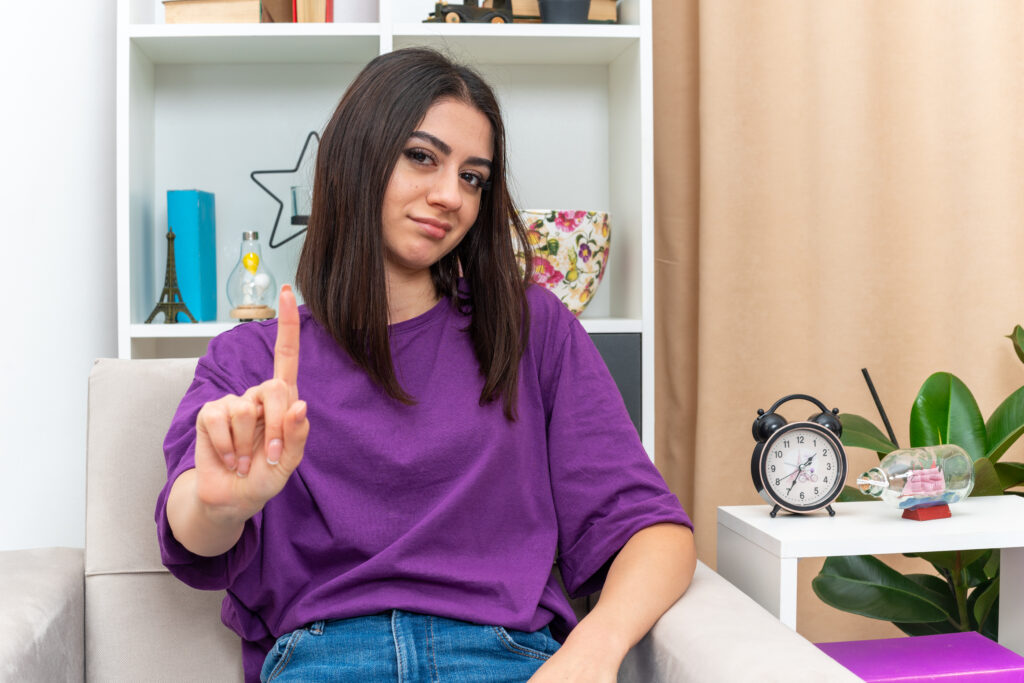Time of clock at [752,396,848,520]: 1:34
